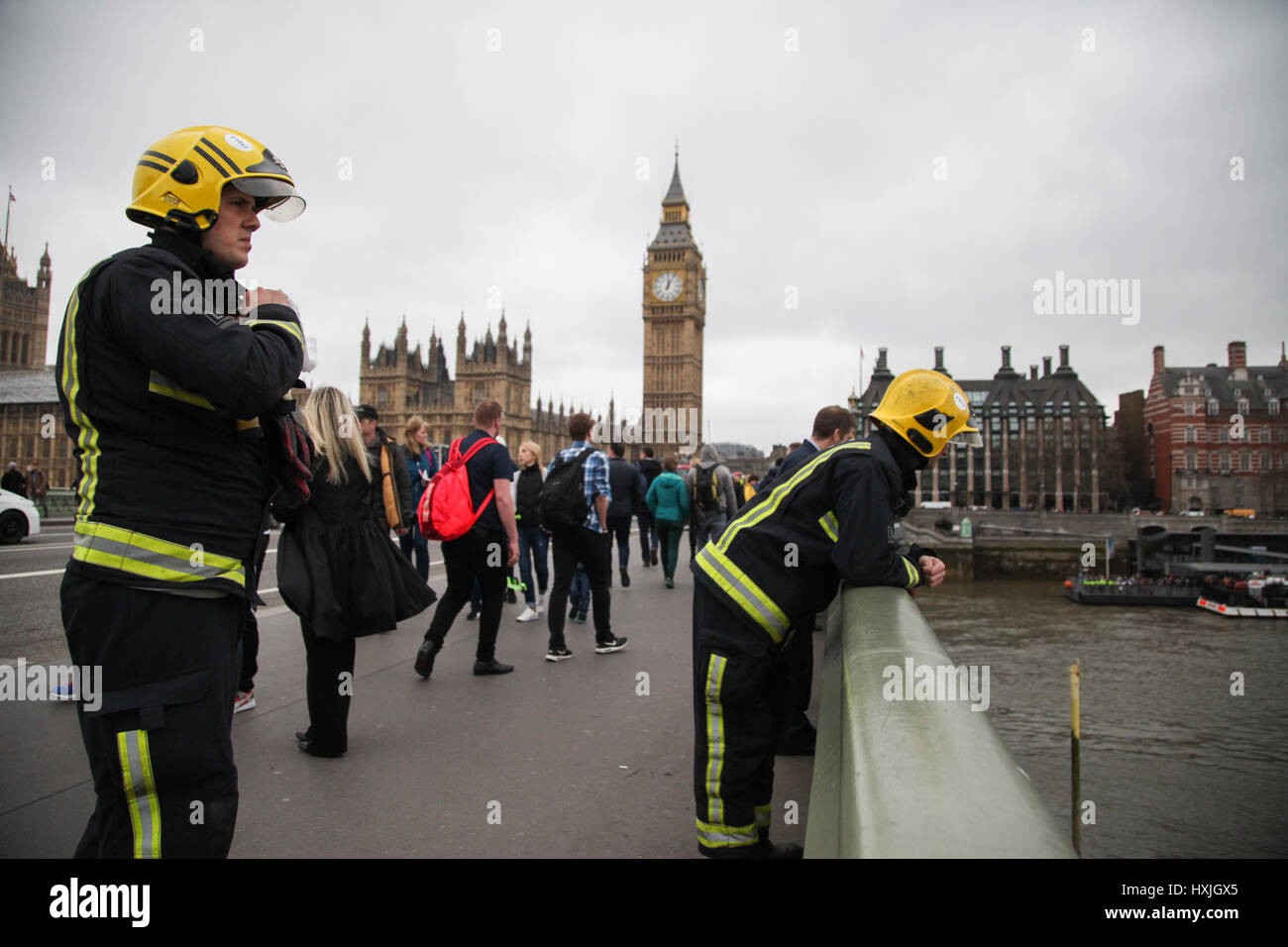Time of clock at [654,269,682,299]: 12:04
